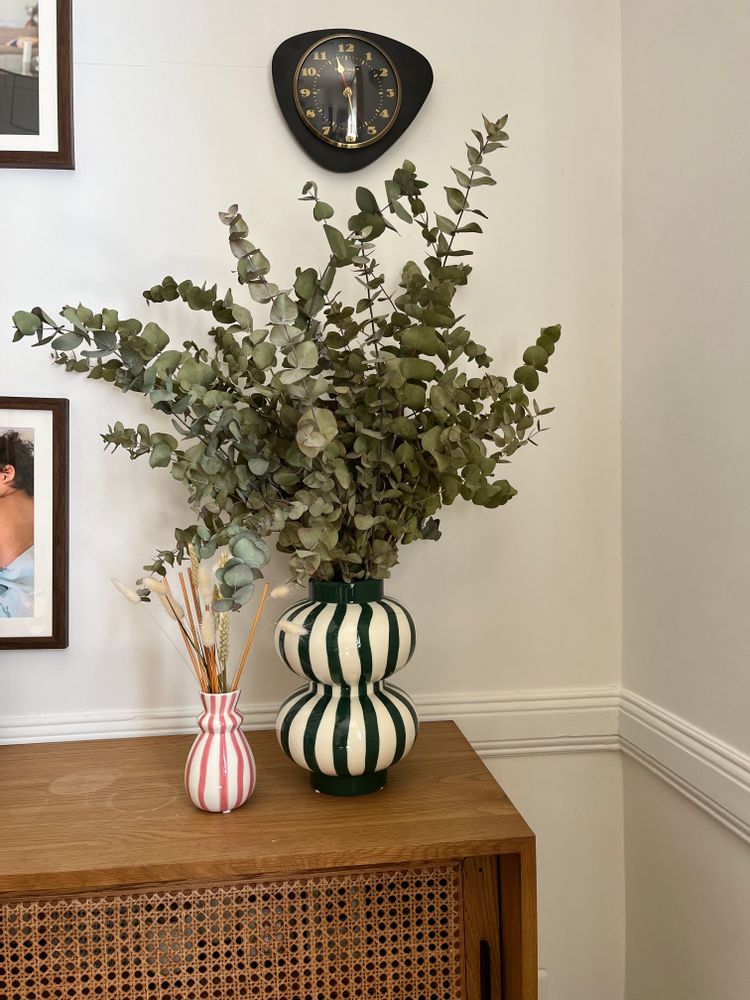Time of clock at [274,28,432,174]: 11:29
